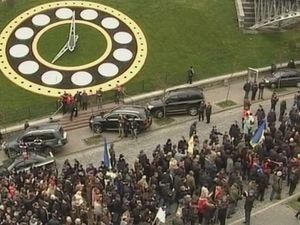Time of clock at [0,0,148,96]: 6:59
